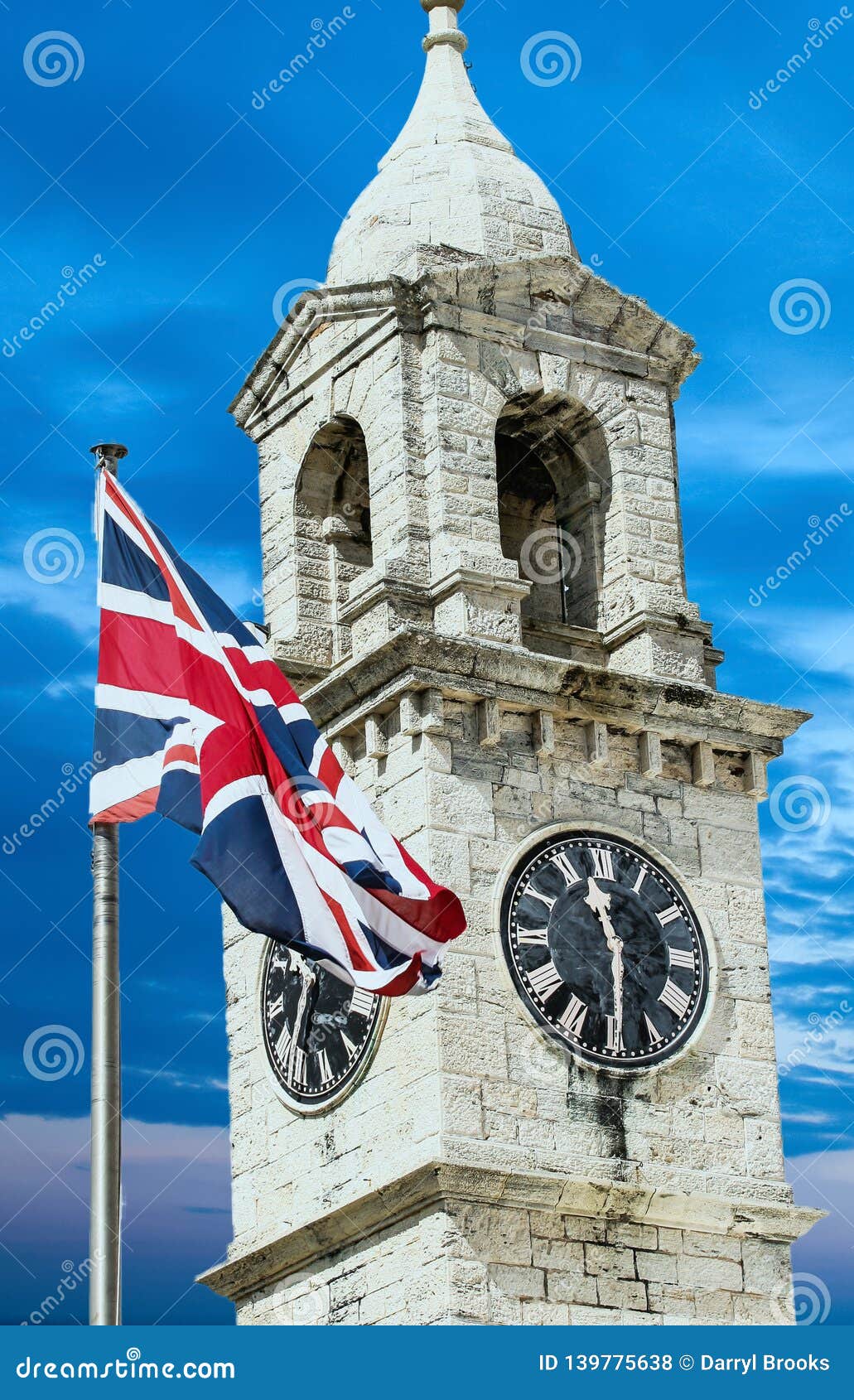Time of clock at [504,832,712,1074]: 11:29
